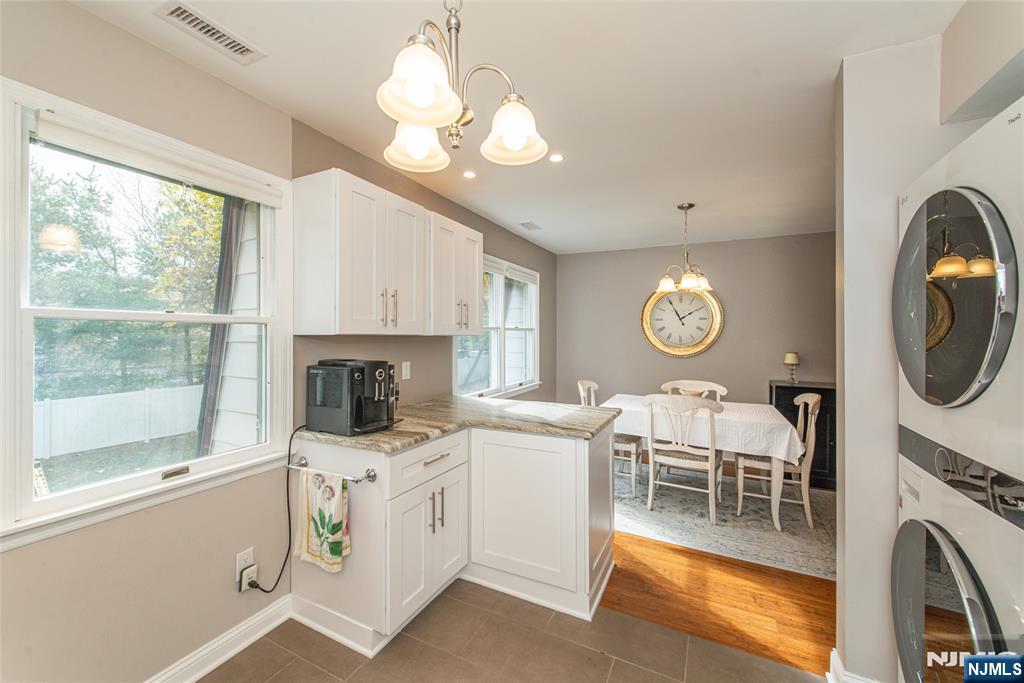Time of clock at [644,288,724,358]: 1:55
